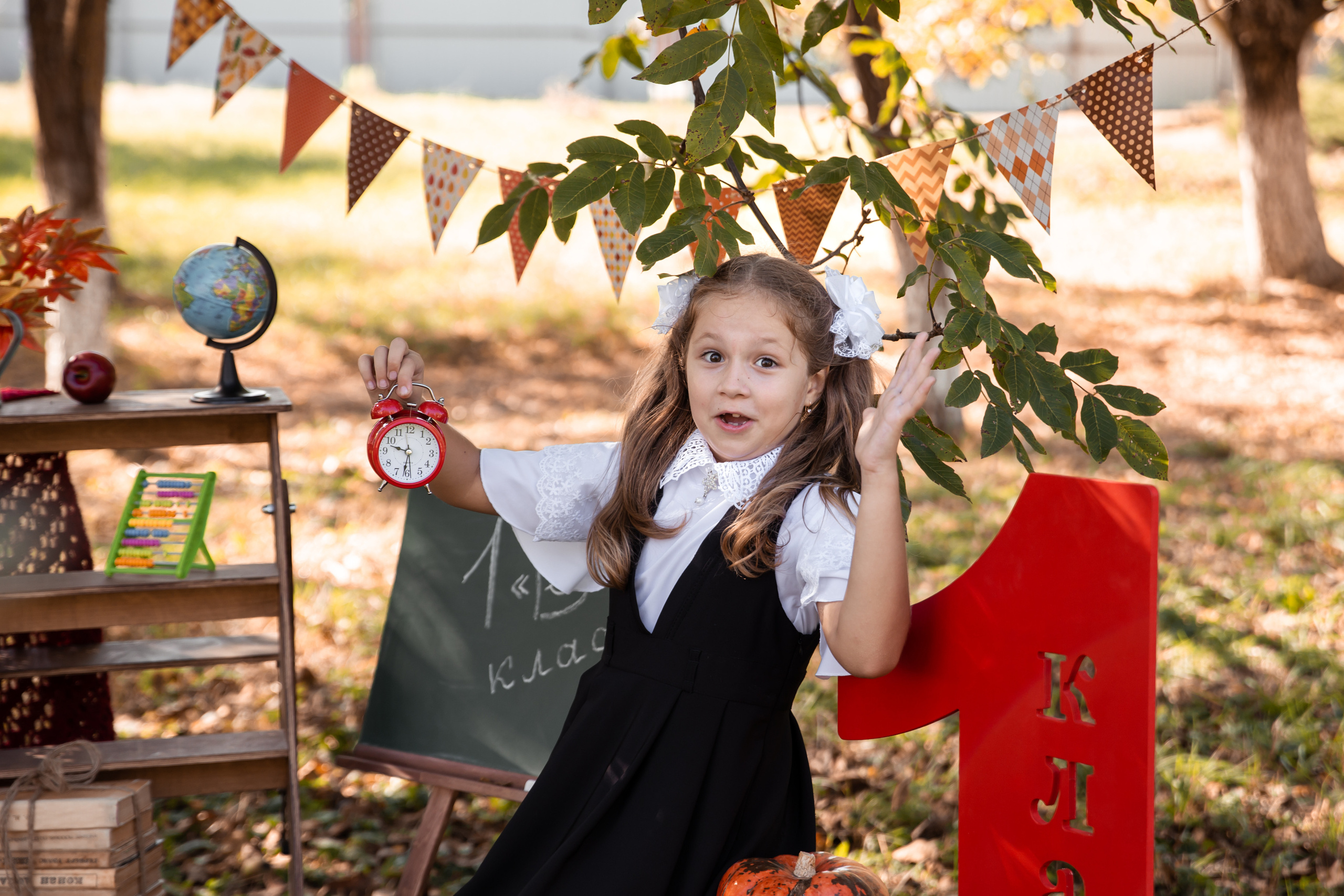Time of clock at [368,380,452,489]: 9:31
